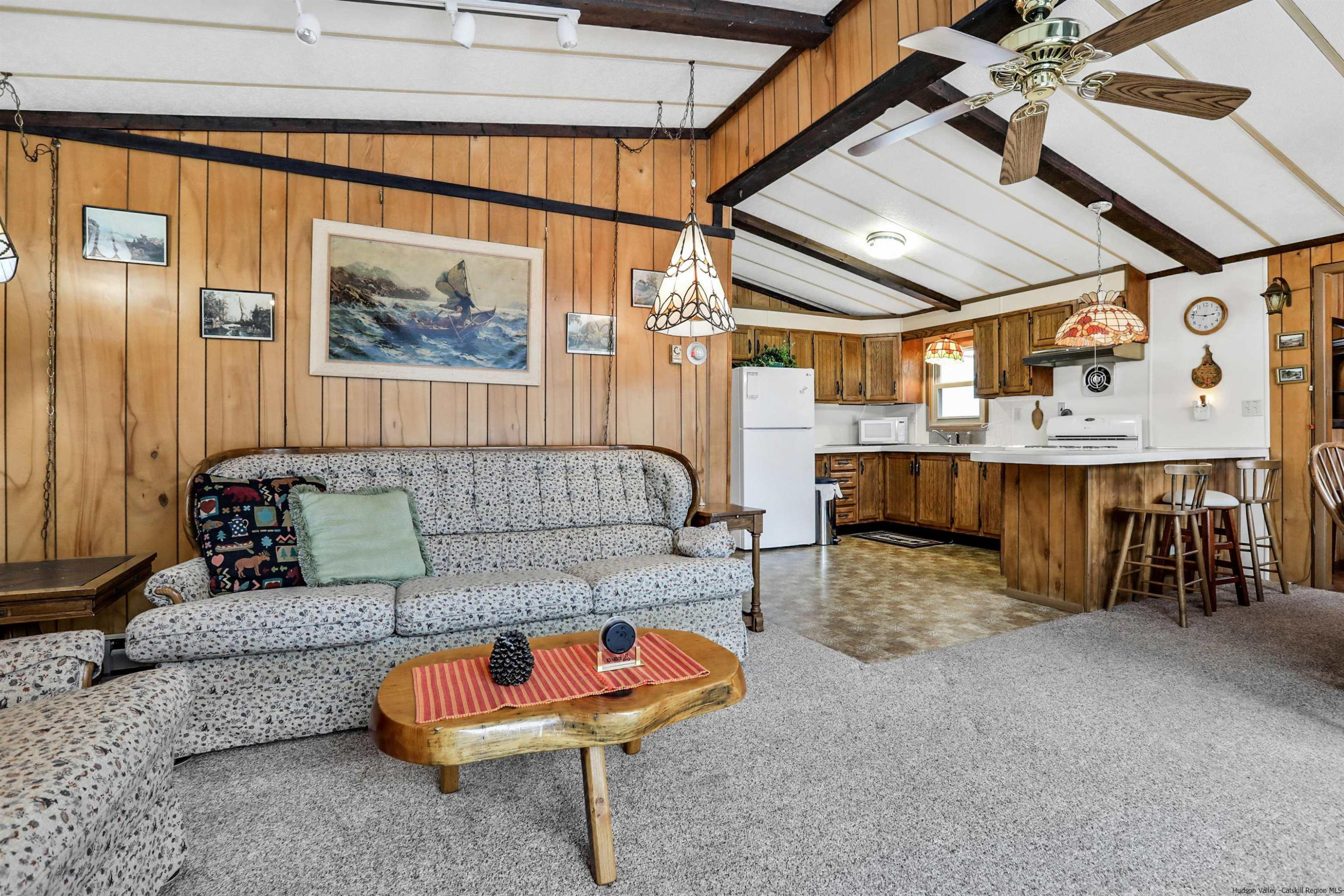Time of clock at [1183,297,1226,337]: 2:47
